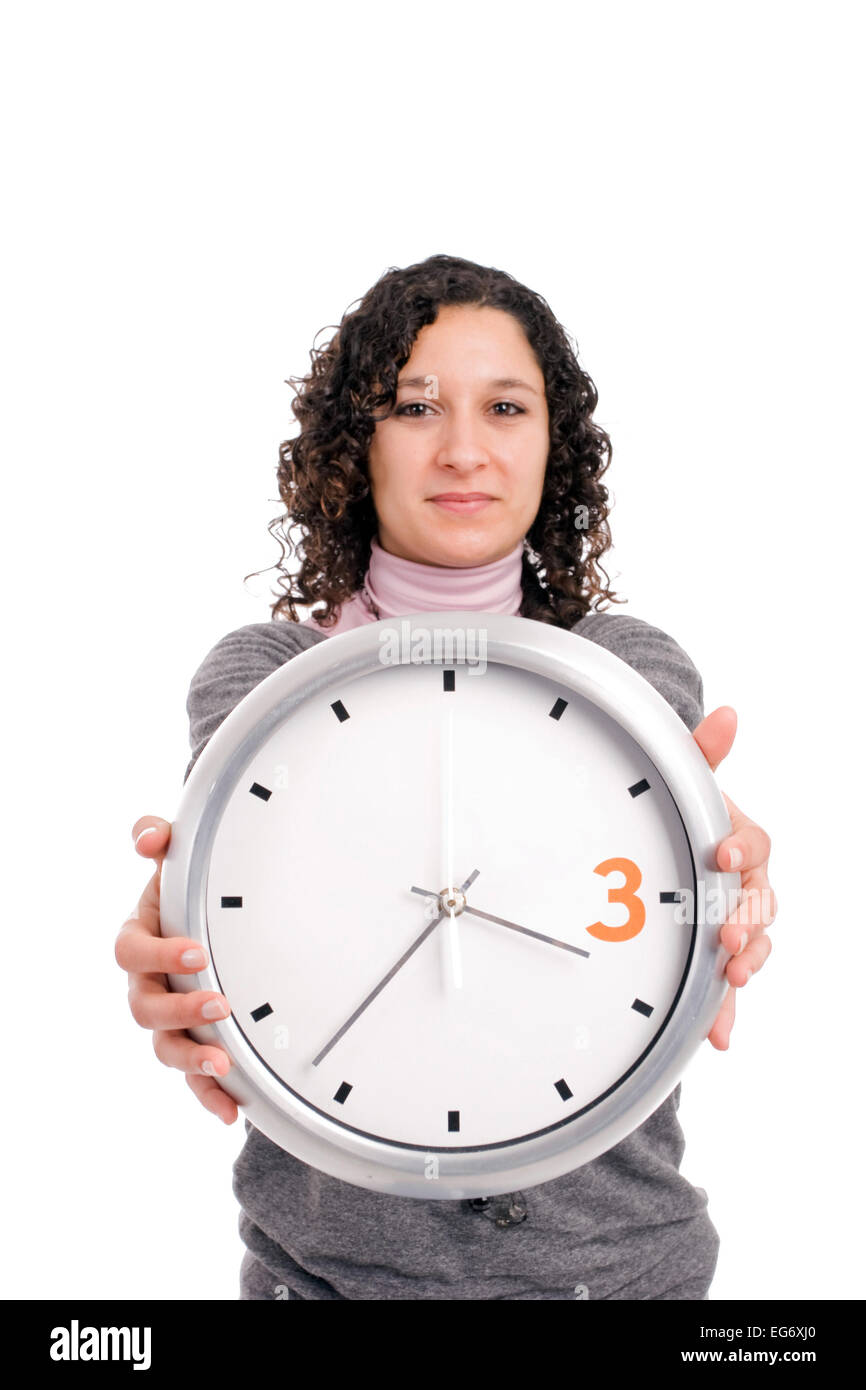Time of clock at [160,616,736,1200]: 3:36
